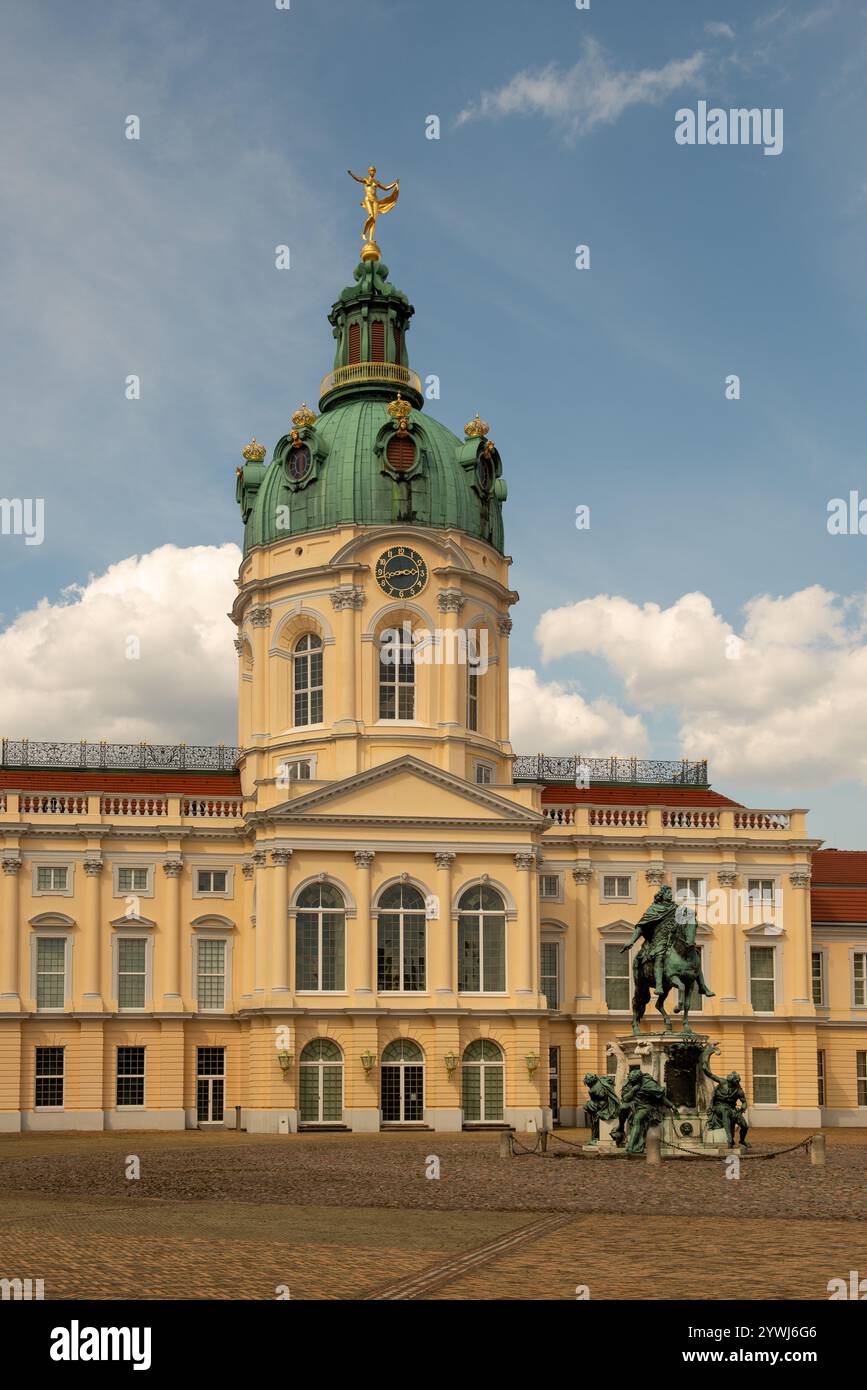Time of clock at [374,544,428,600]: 2:42
